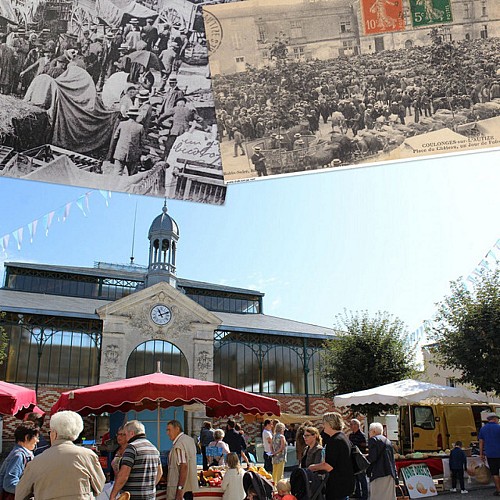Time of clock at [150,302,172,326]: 11:11
